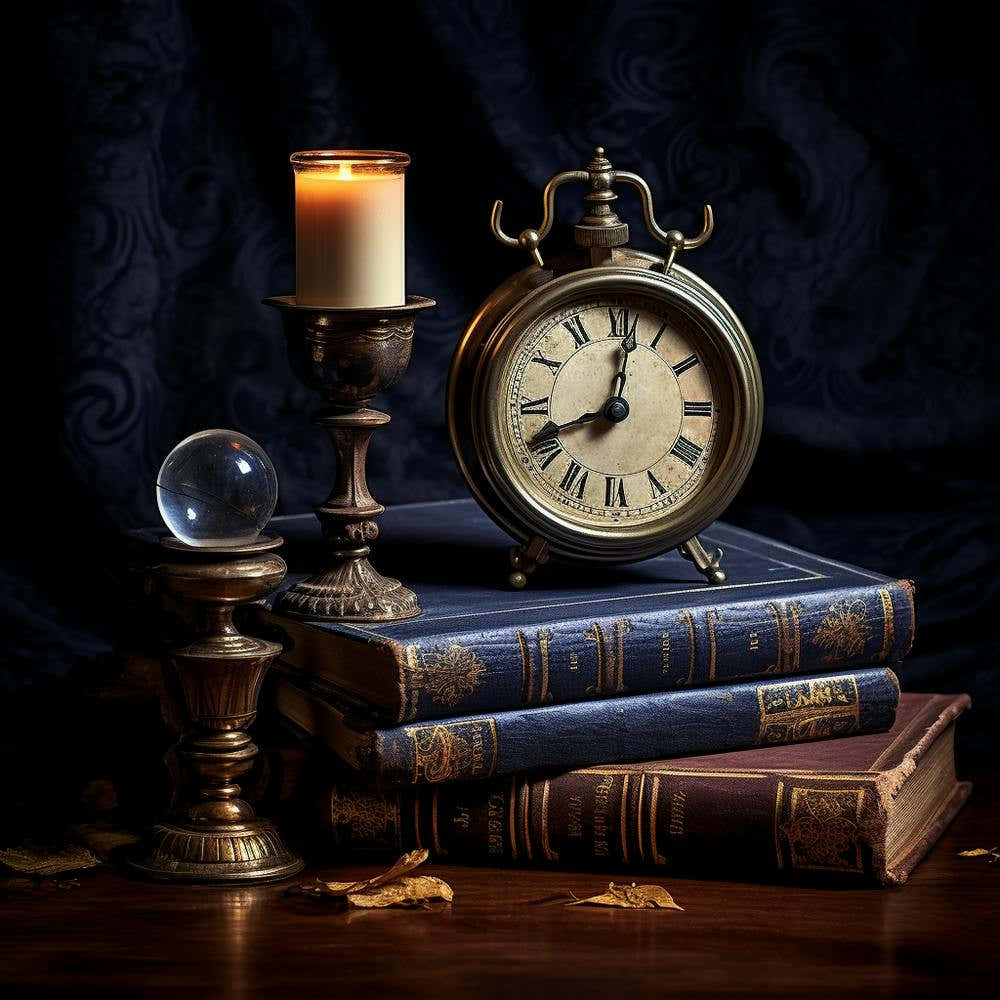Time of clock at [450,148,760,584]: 8:01
